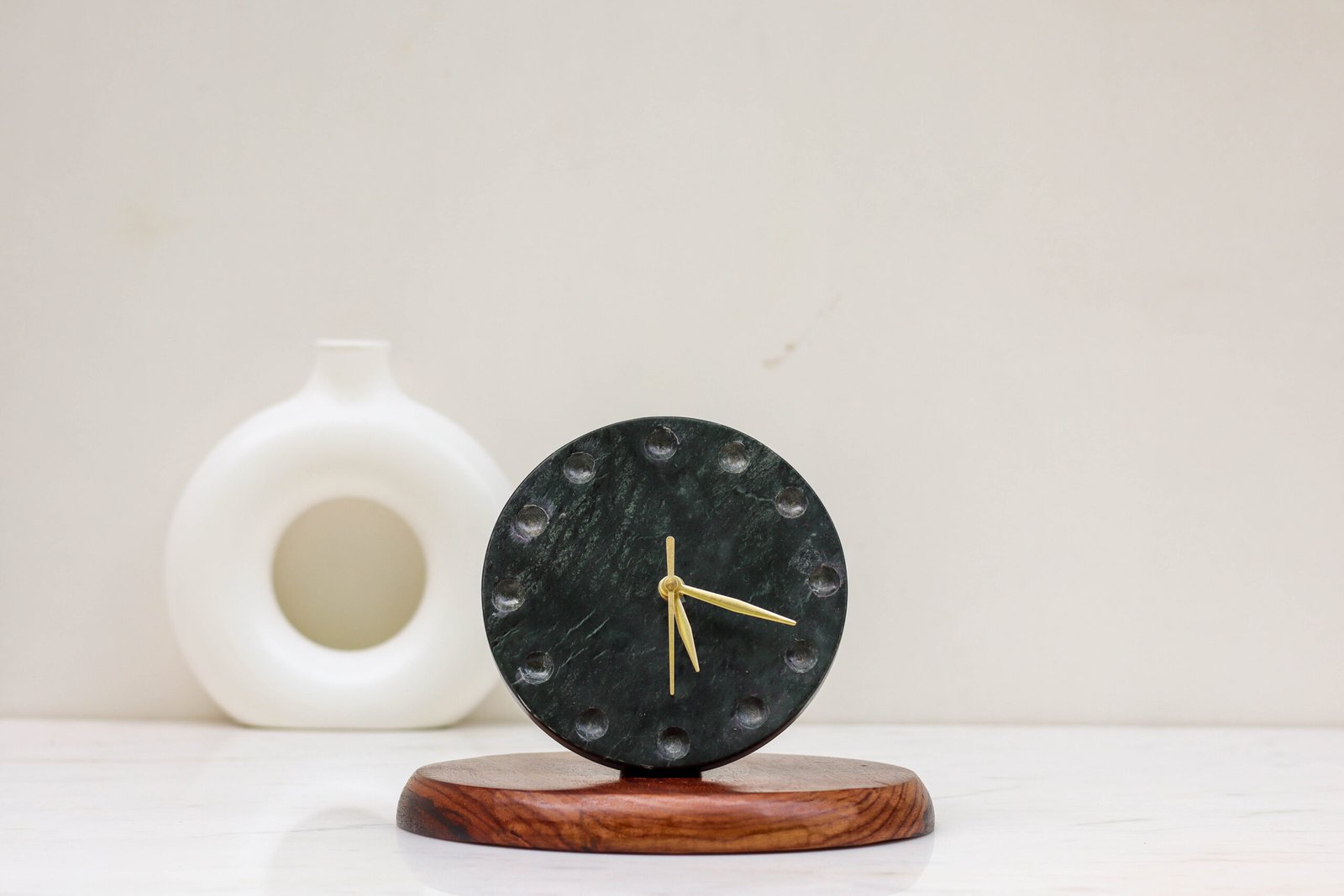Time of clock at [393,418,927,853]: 5:18
